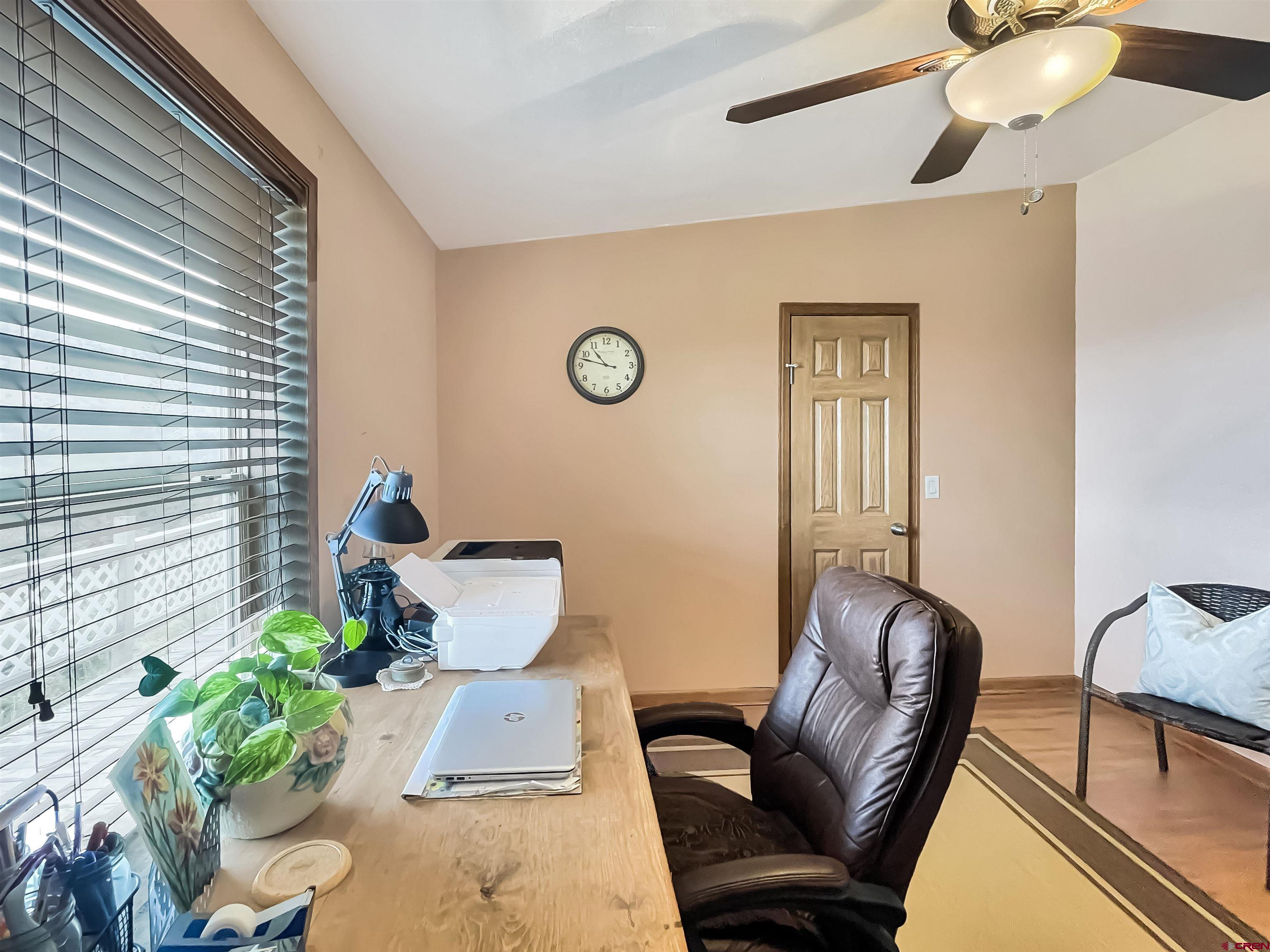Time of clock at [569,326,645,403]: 10:47
